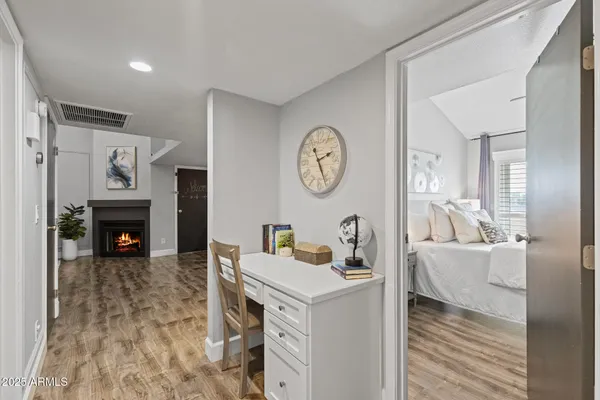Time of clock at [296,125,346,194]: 2:25
